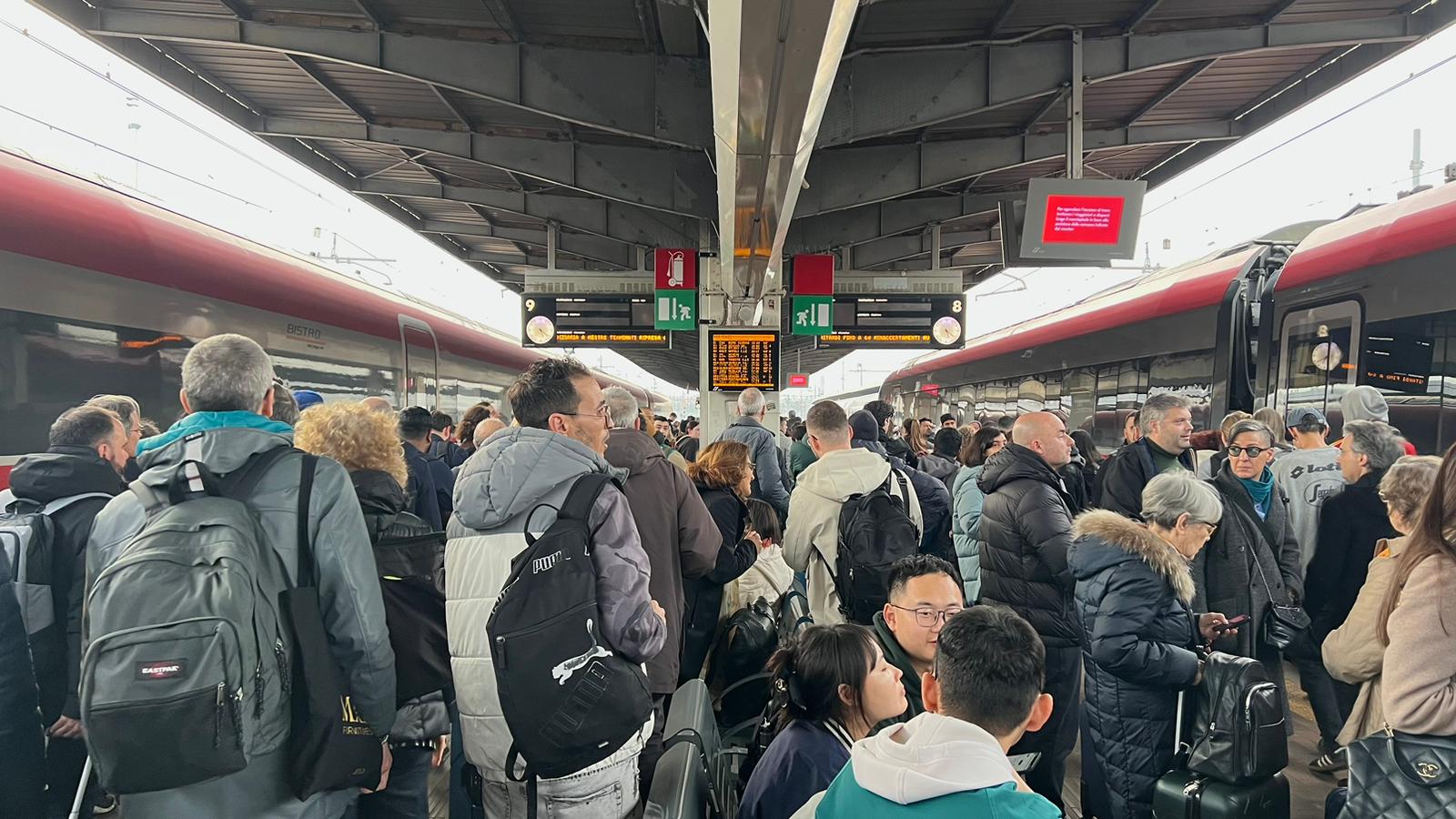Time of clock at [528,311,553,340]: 5:21
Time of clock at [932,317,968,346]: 5:21
